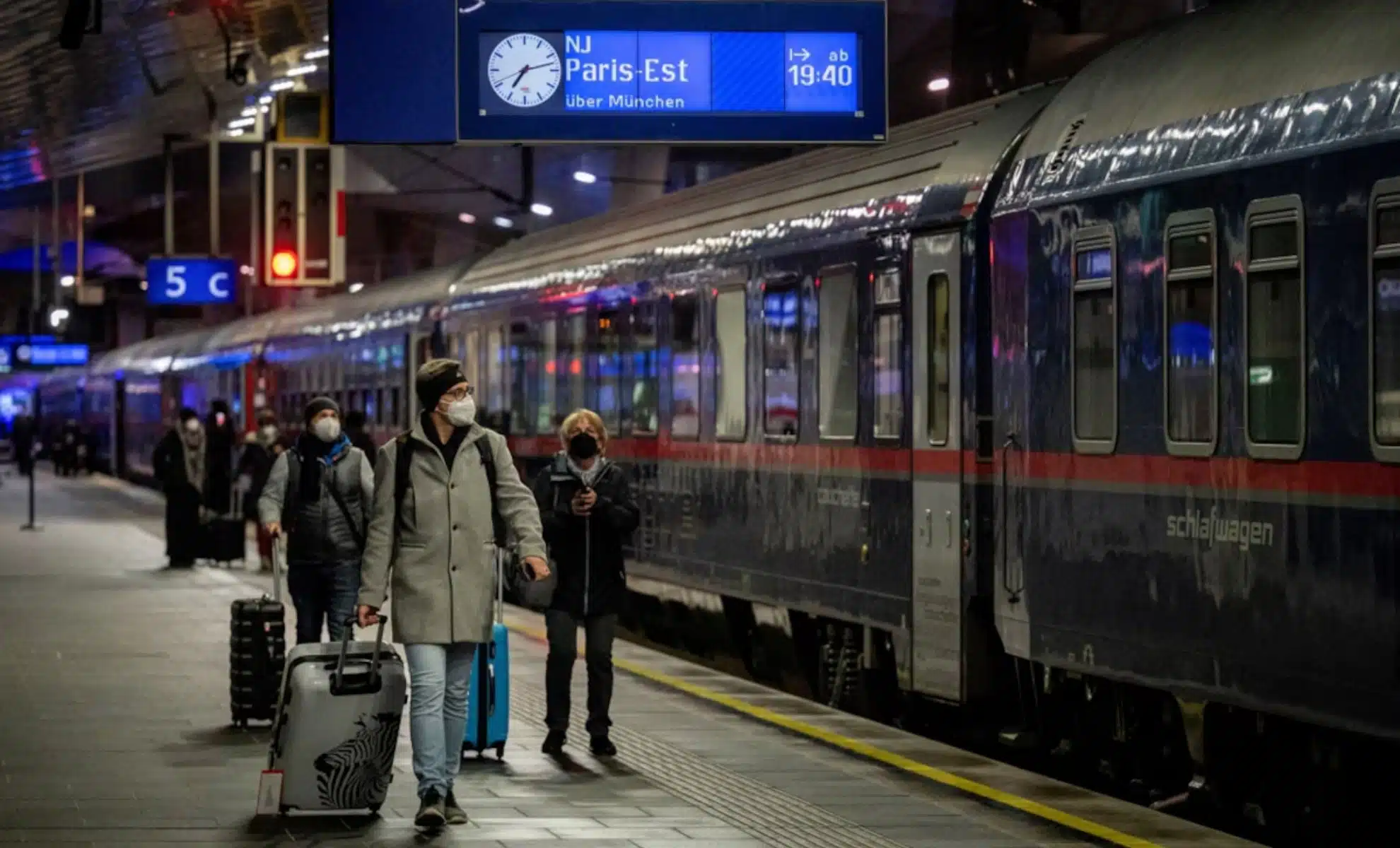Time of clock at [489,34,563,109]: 7:12
